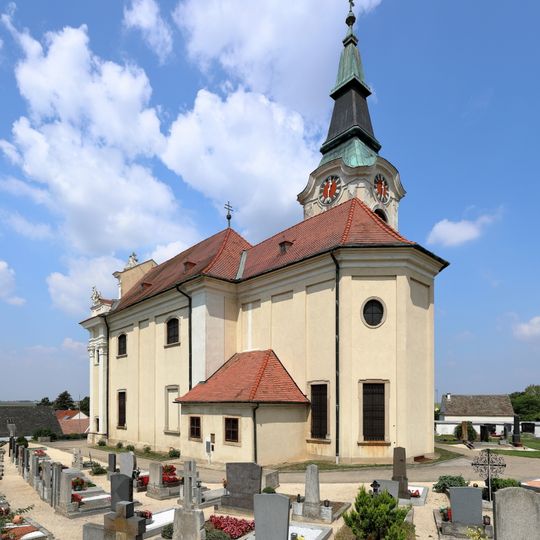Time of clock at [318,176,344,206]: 12:28
